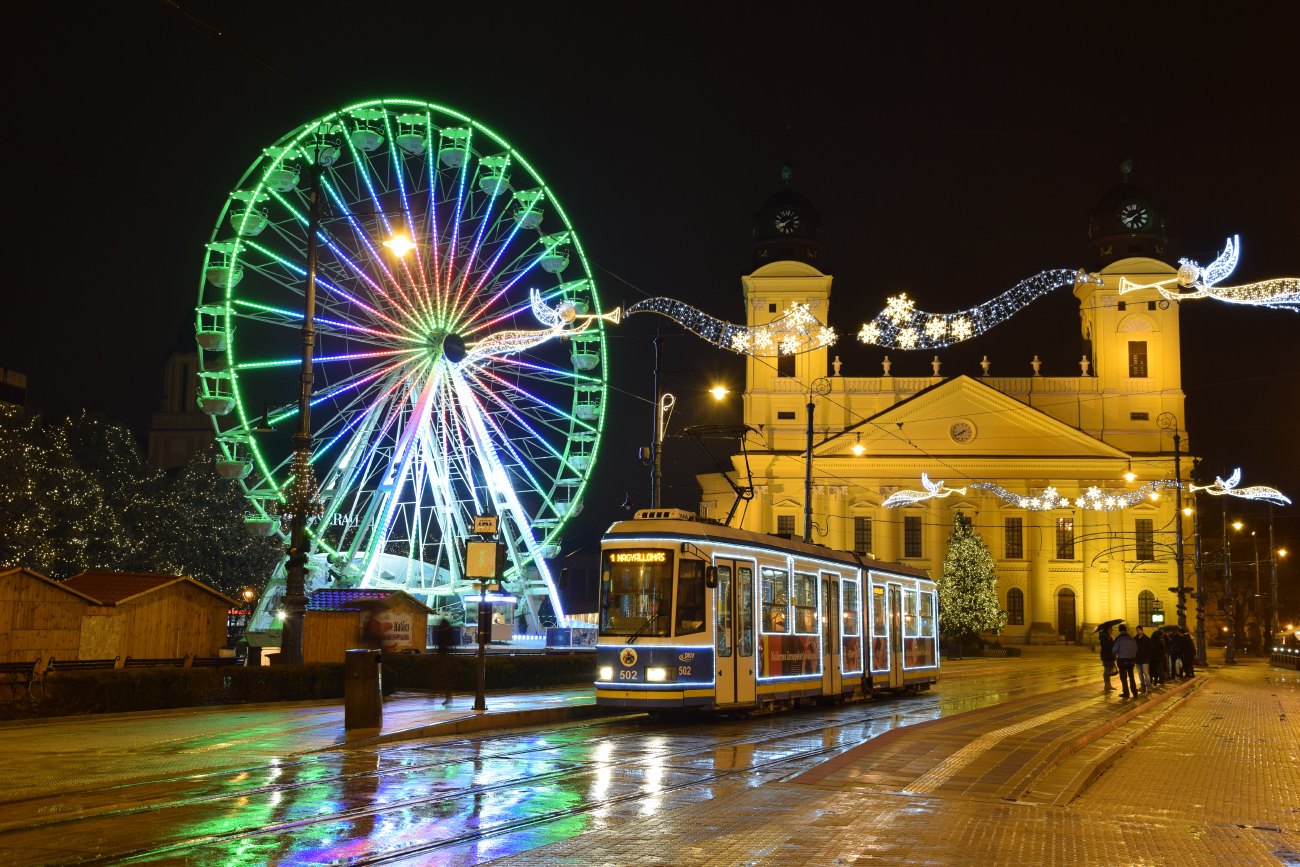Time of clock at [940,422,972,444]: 7:40
